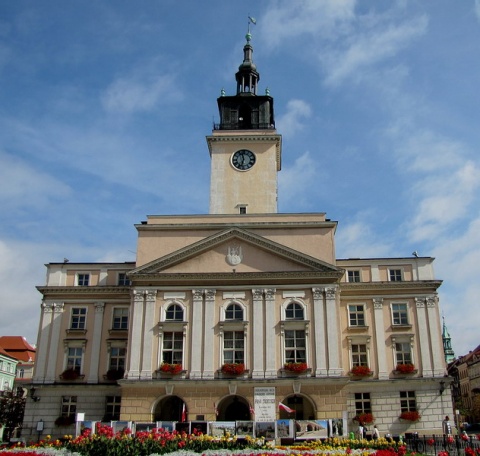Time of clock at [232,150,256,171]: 11:32
